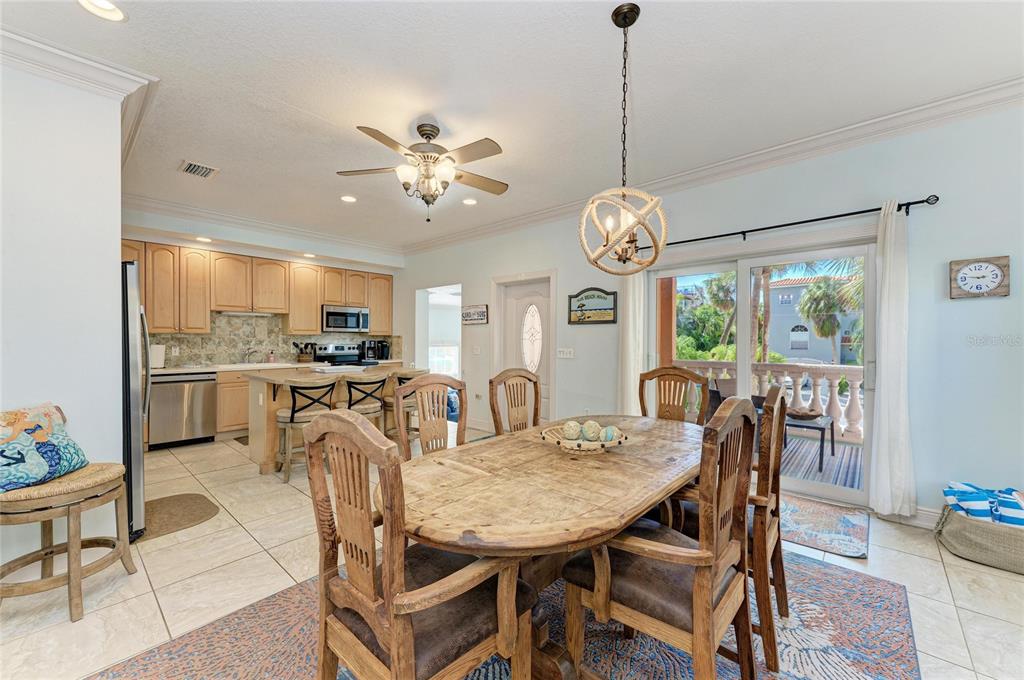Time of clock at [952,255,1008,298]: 2:46
